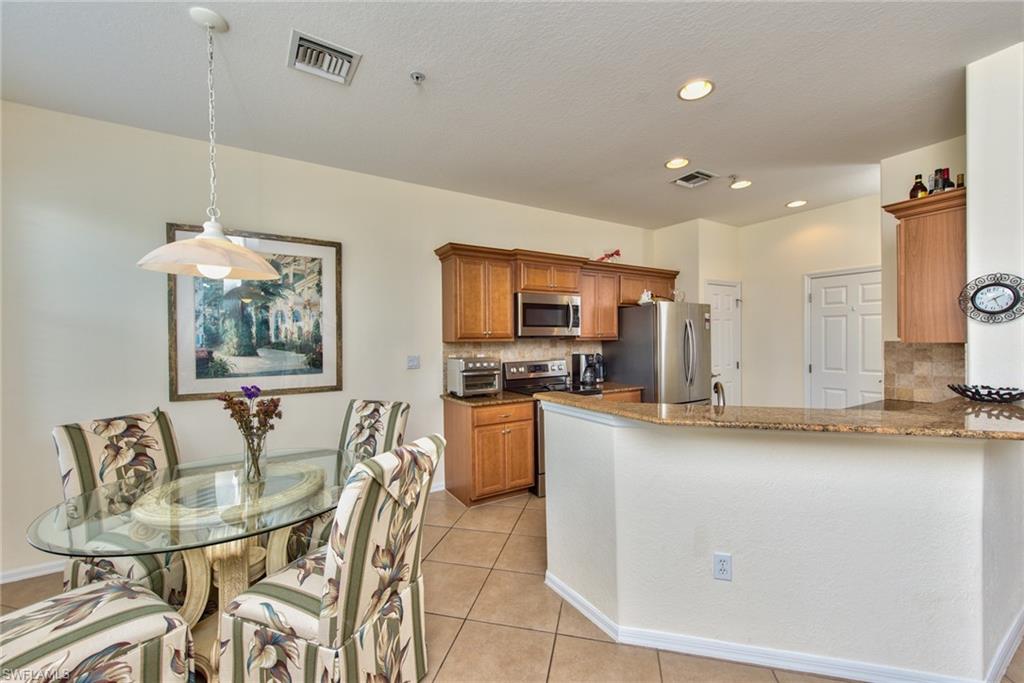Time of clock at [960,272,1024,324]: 5:09
